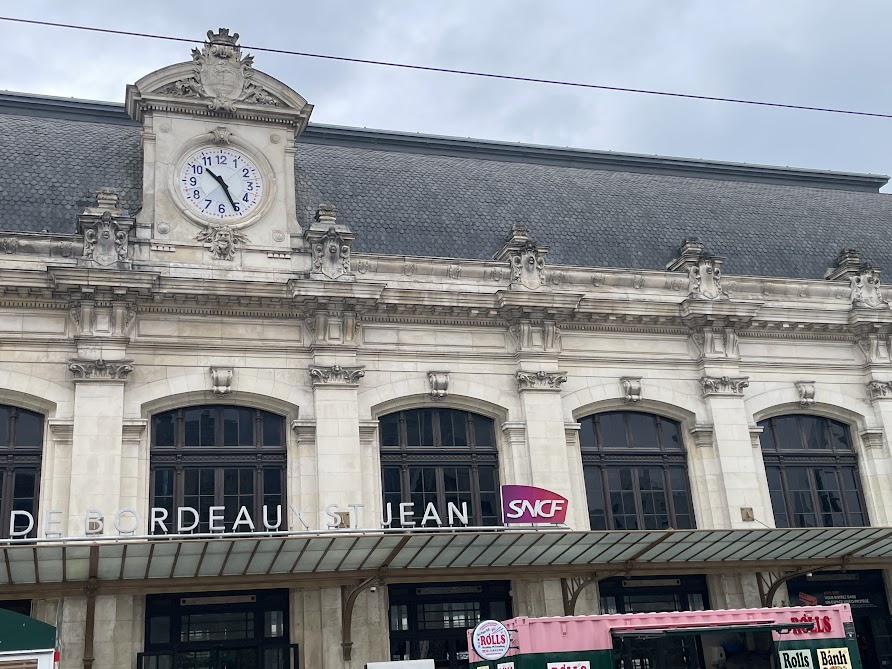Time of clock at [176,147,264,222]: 10:25
